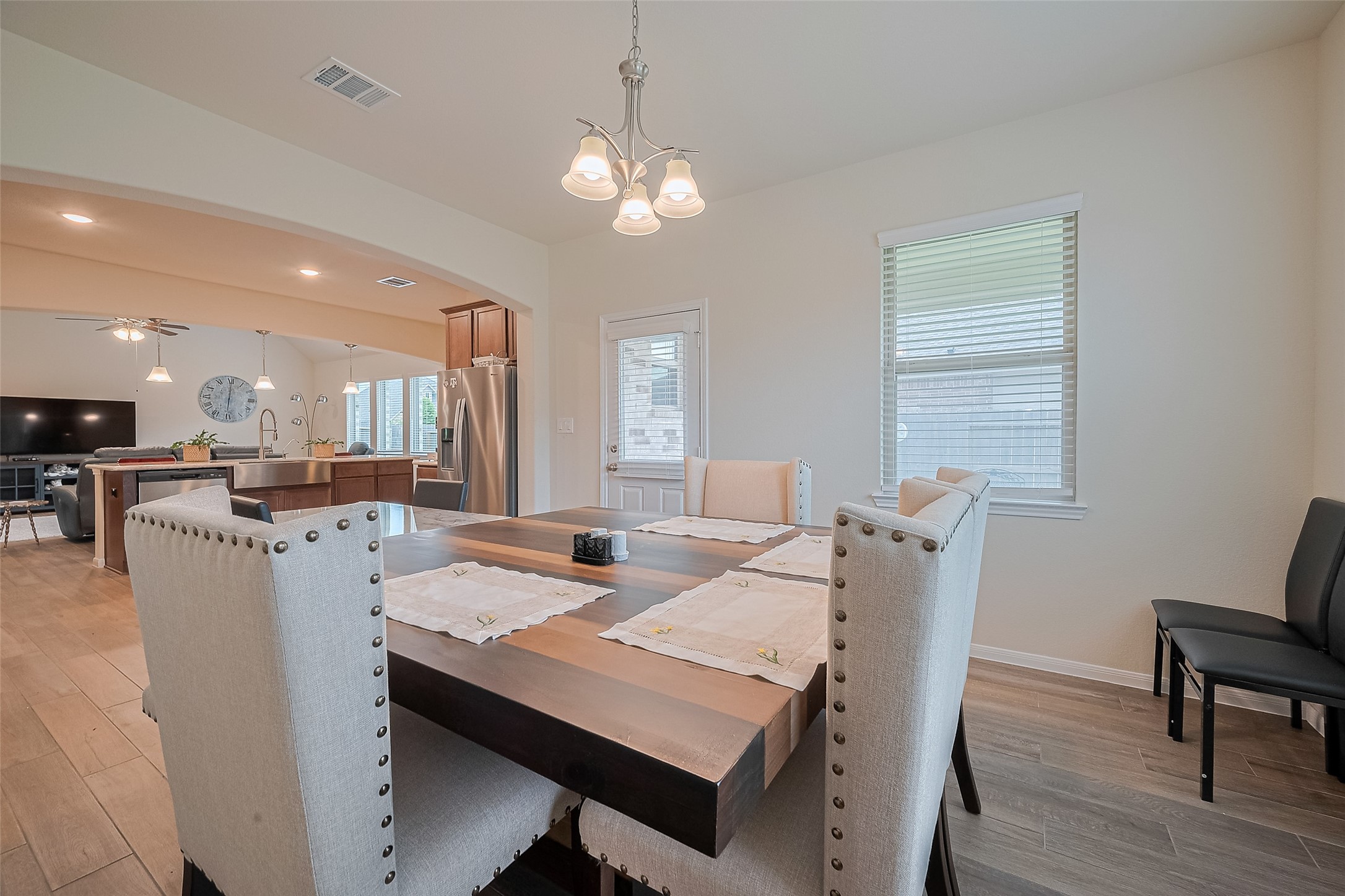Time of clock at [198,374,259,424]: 6:00
